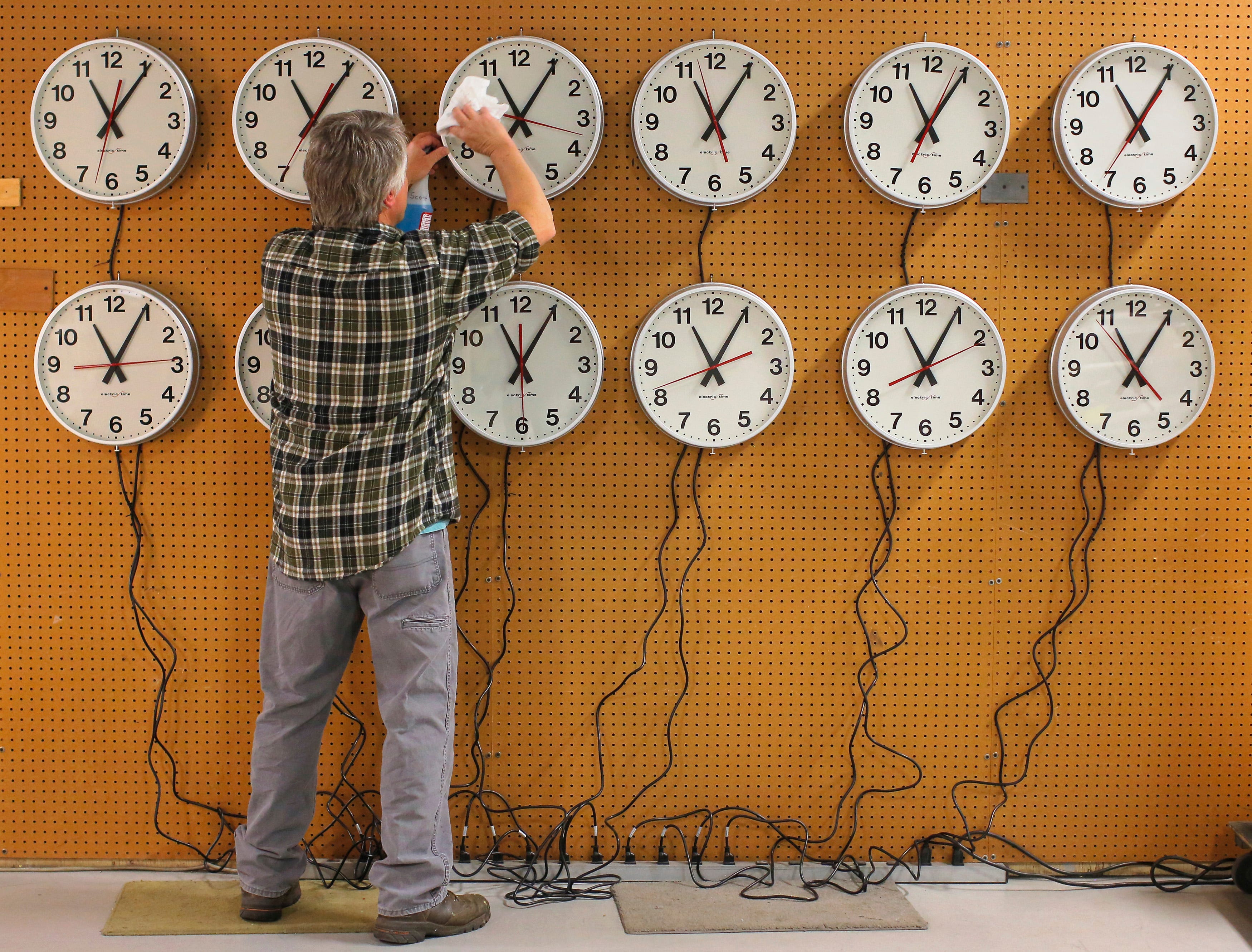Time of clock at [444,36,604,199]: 11:05
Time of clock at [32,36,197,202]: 11:05
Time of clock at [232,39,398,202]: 11:05
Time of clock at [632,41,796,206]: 11:05
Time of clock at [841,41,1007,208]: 11:05
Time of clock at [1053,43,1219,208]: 11:05
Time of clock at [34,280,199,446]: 11:04
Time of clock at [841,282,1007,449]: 11:04
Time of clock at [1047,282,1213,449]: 11:05
